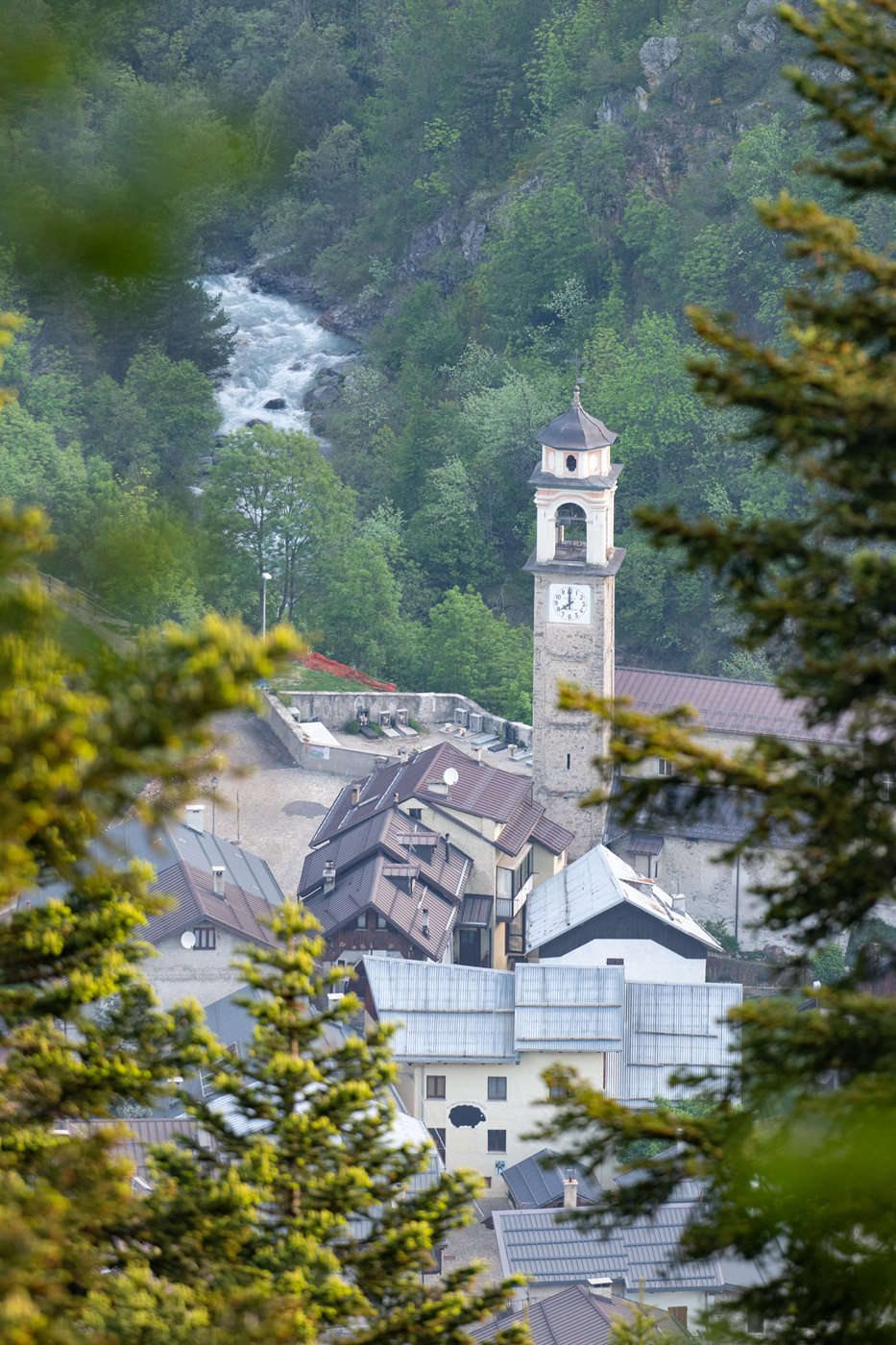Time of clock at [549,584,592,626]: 7:59
